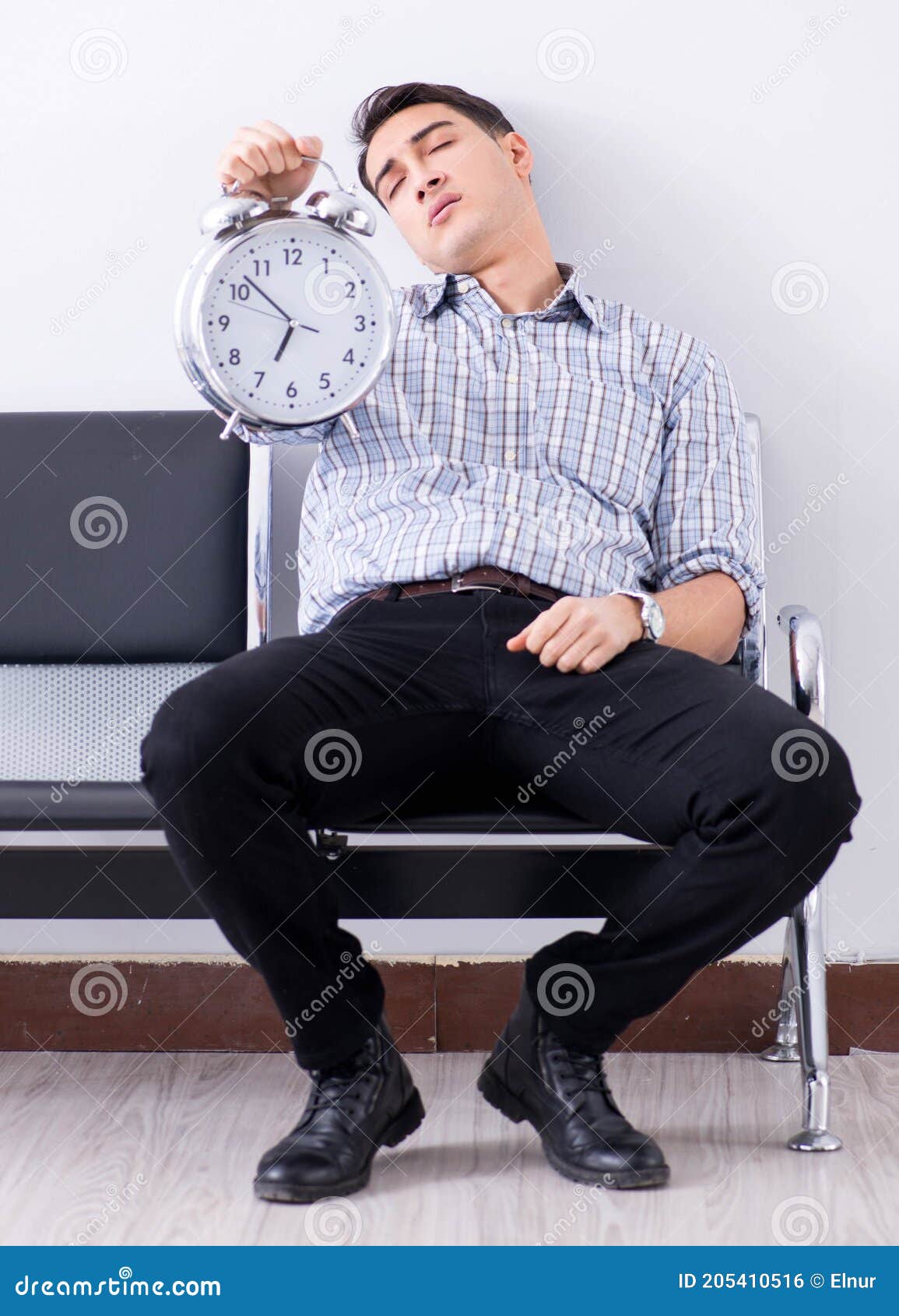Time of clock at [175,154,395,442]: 6:52
